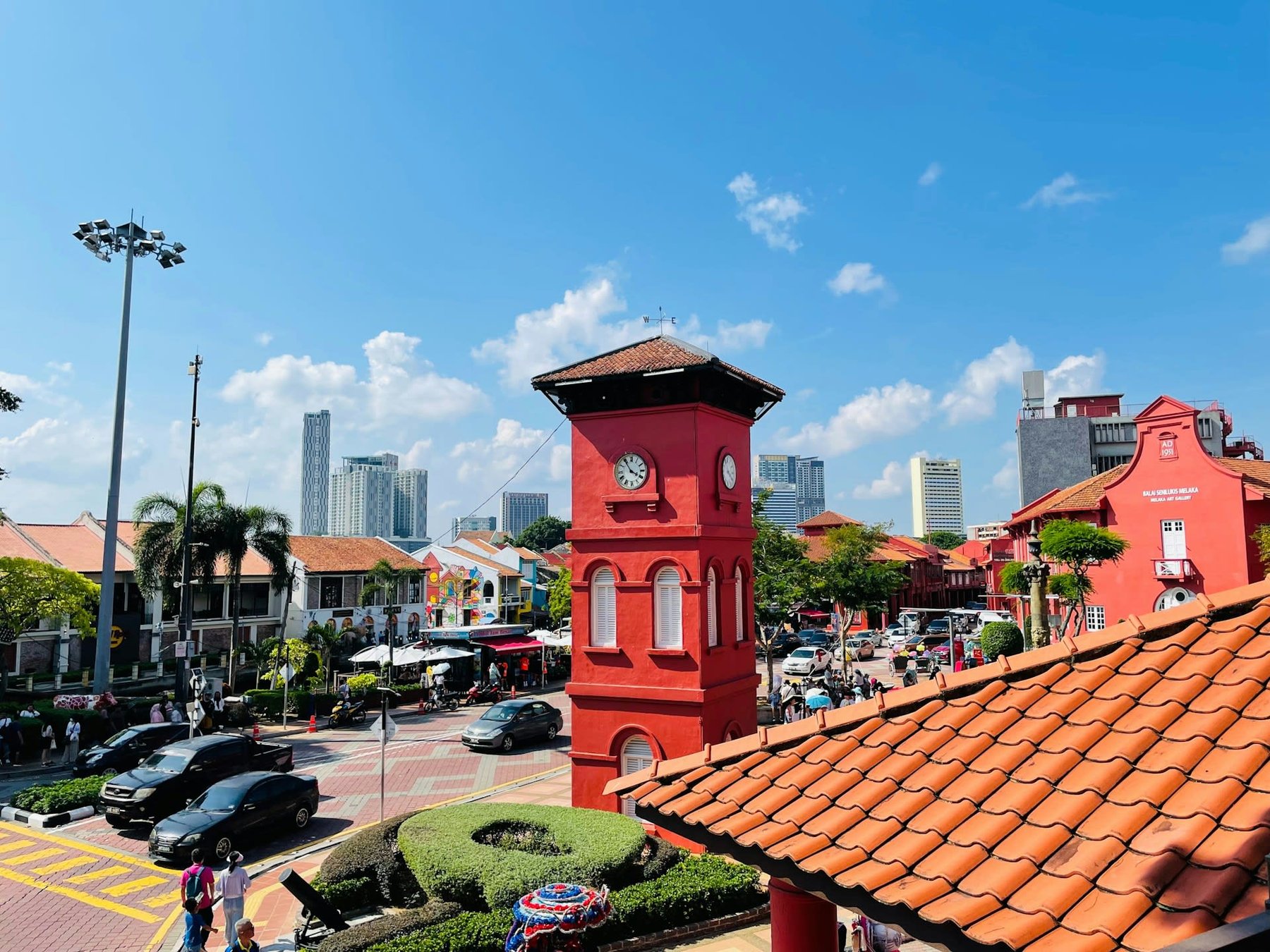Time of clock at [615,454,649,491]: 3:54
